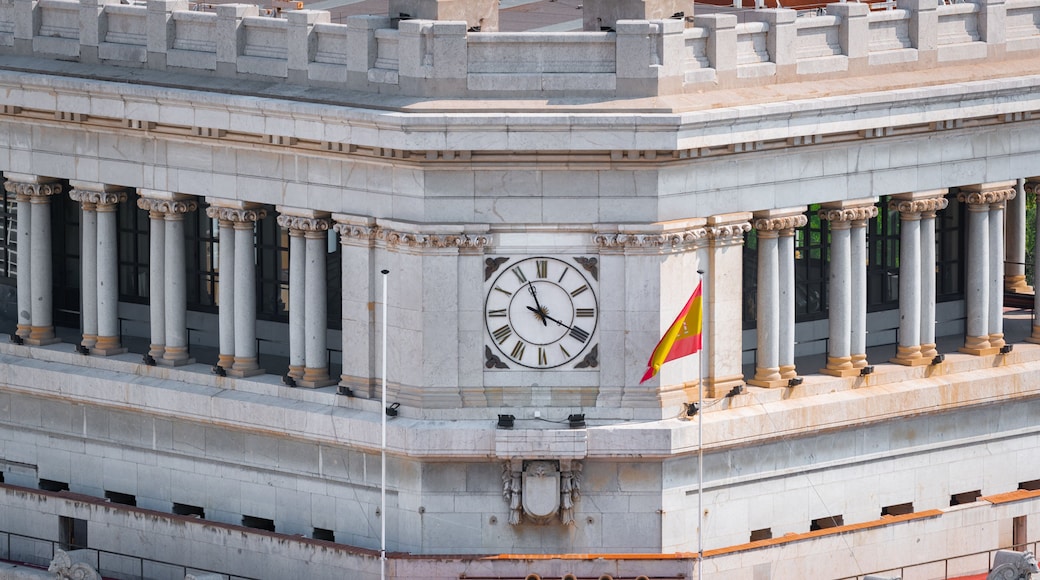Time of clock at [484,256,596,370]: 11:19
